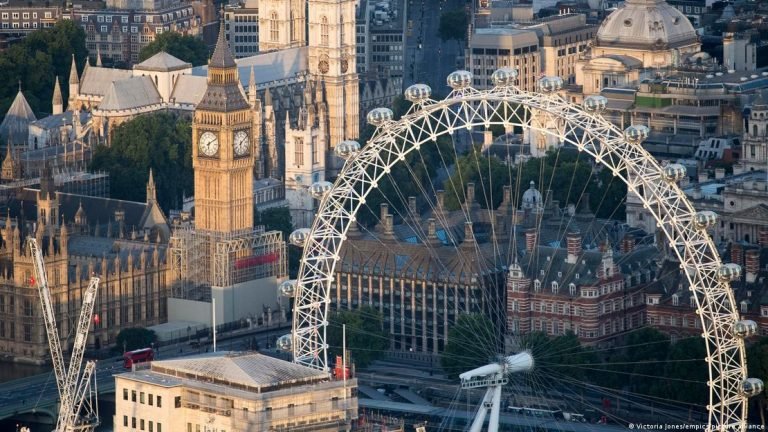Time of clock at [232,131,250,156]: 6:08
